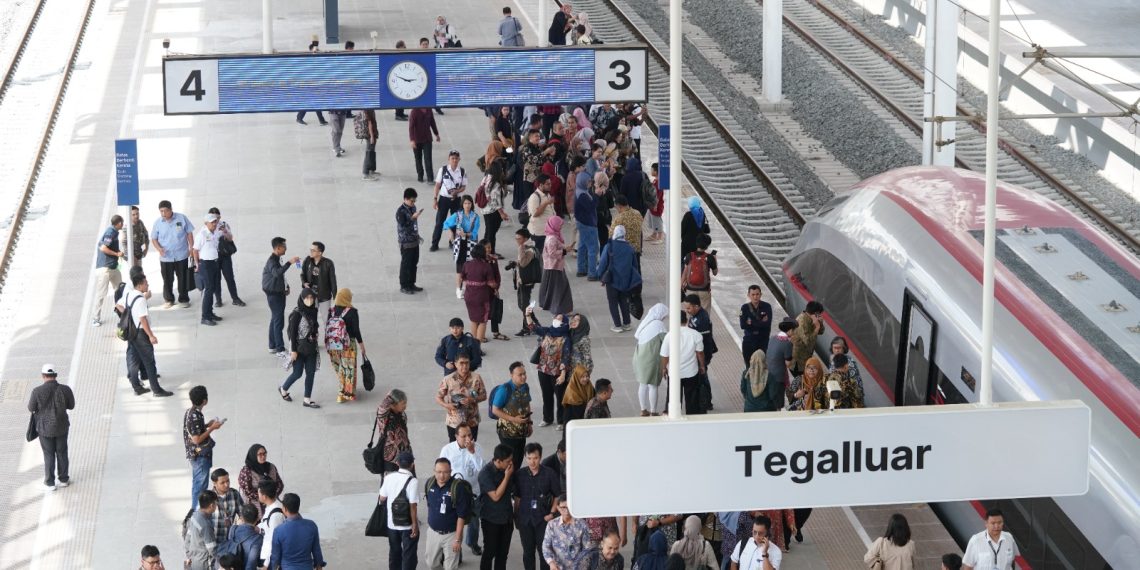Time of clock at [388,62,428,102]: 2:48
